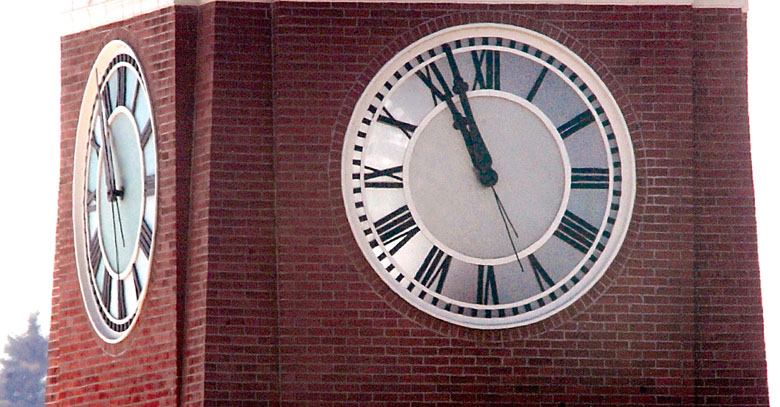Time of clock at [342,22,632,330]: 10:56
